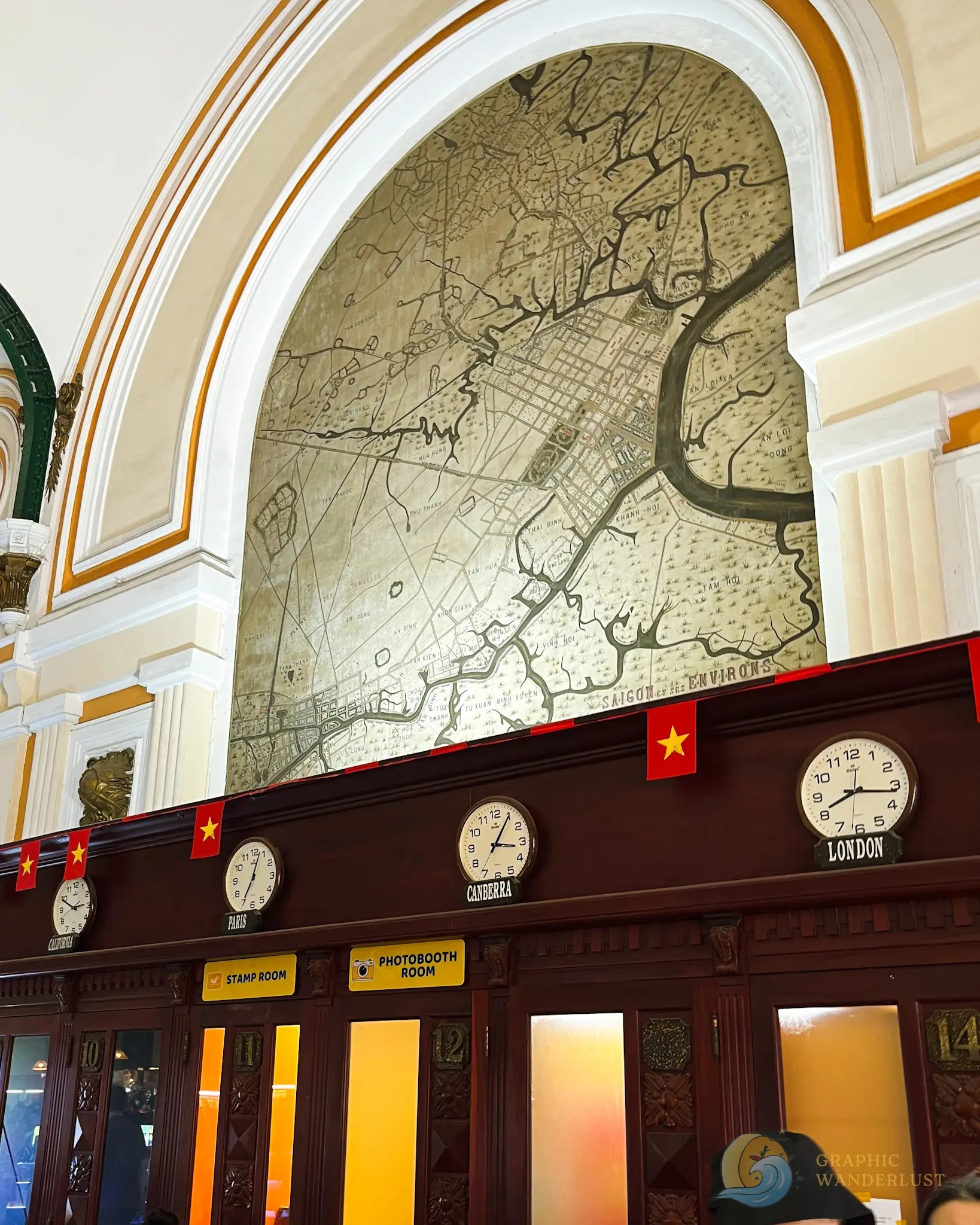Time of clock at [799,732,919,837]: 8:16
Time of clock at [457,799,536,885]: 3:05
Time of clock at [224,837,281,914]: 7:03
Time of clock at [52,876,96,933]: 2:49
